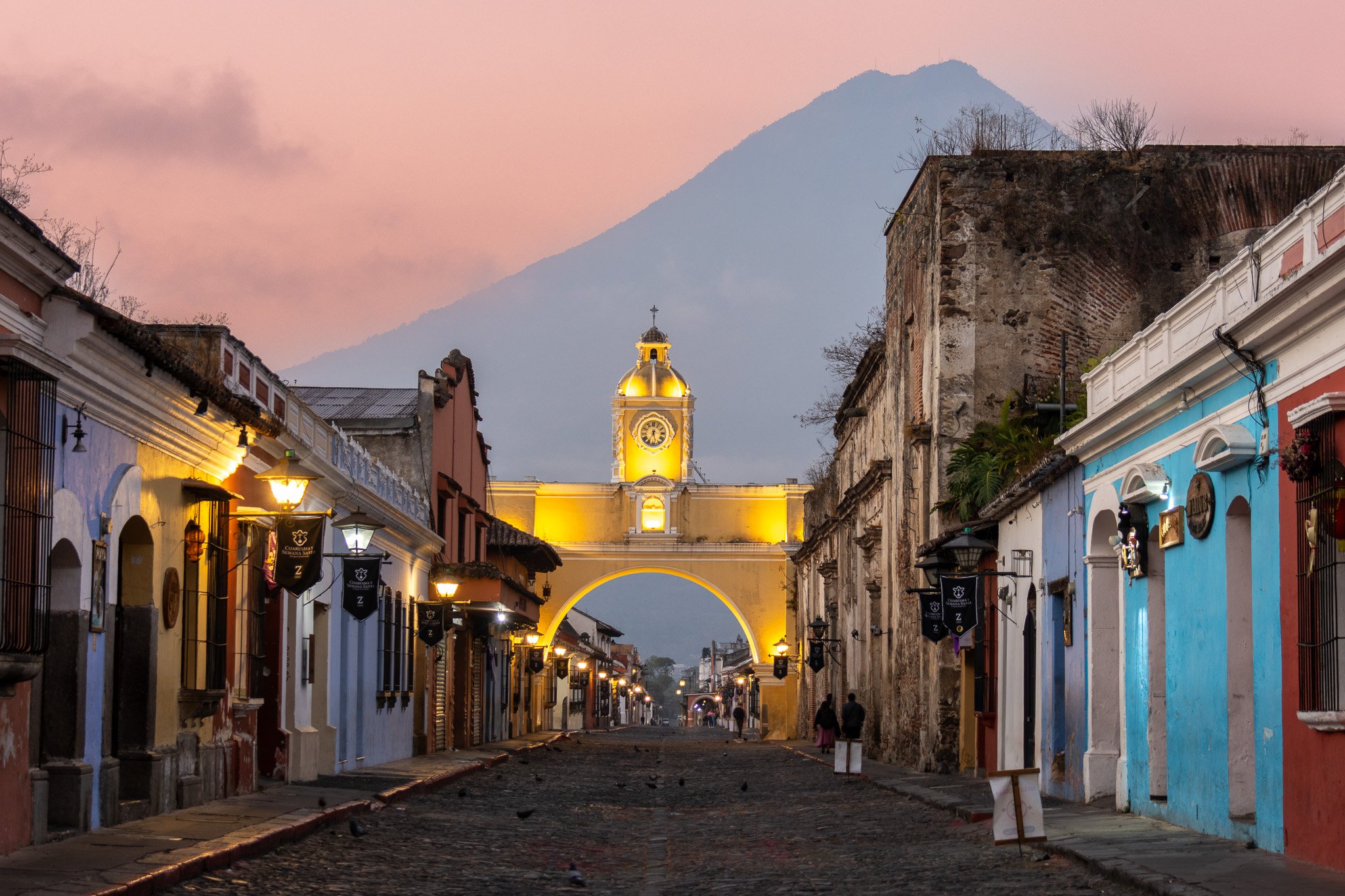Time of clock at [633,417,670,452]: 5:35
